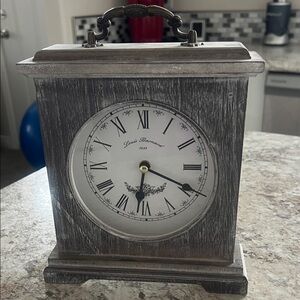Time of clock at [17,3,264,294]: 6:19
